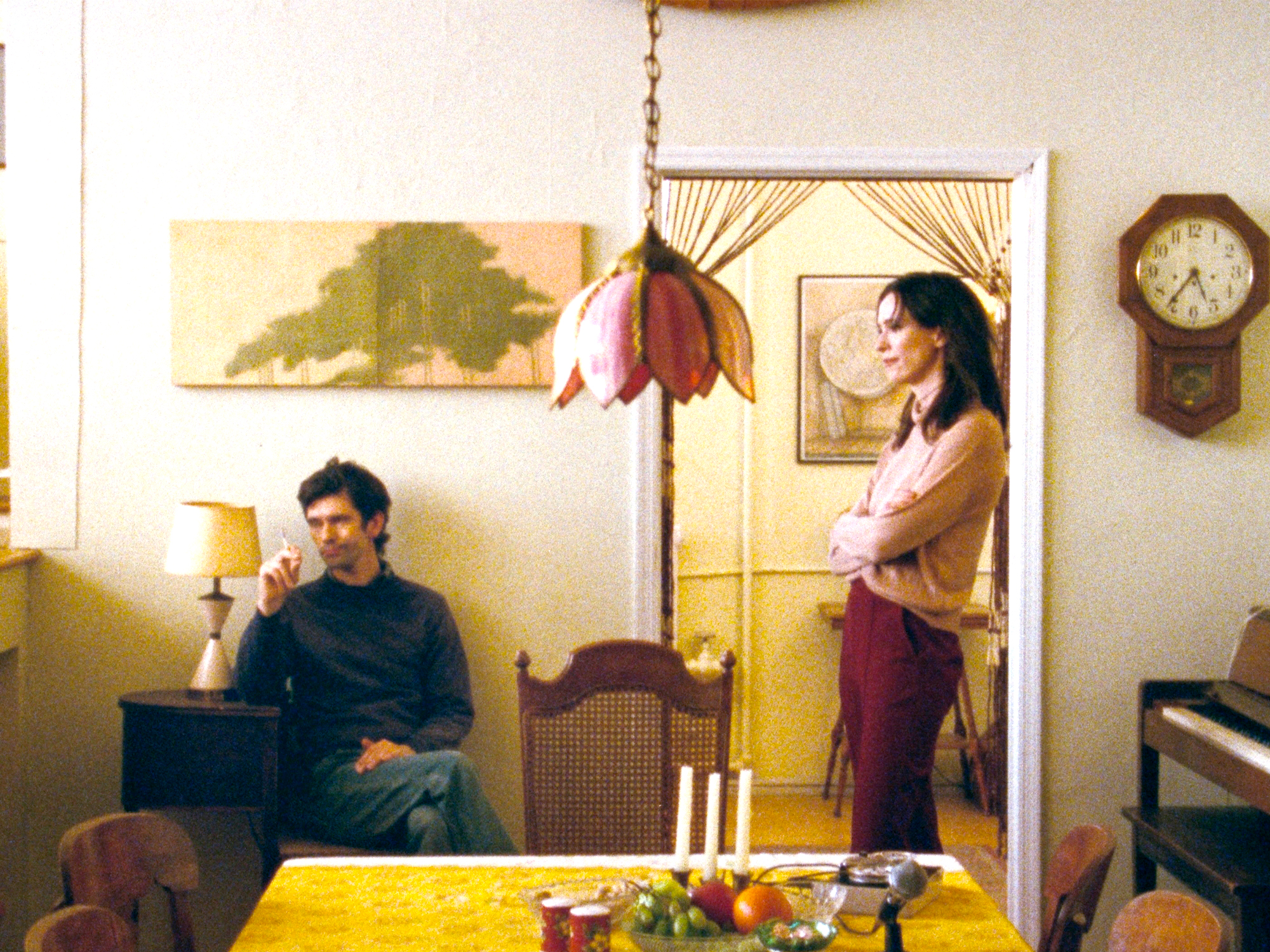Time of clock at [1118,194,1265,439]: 5:36
